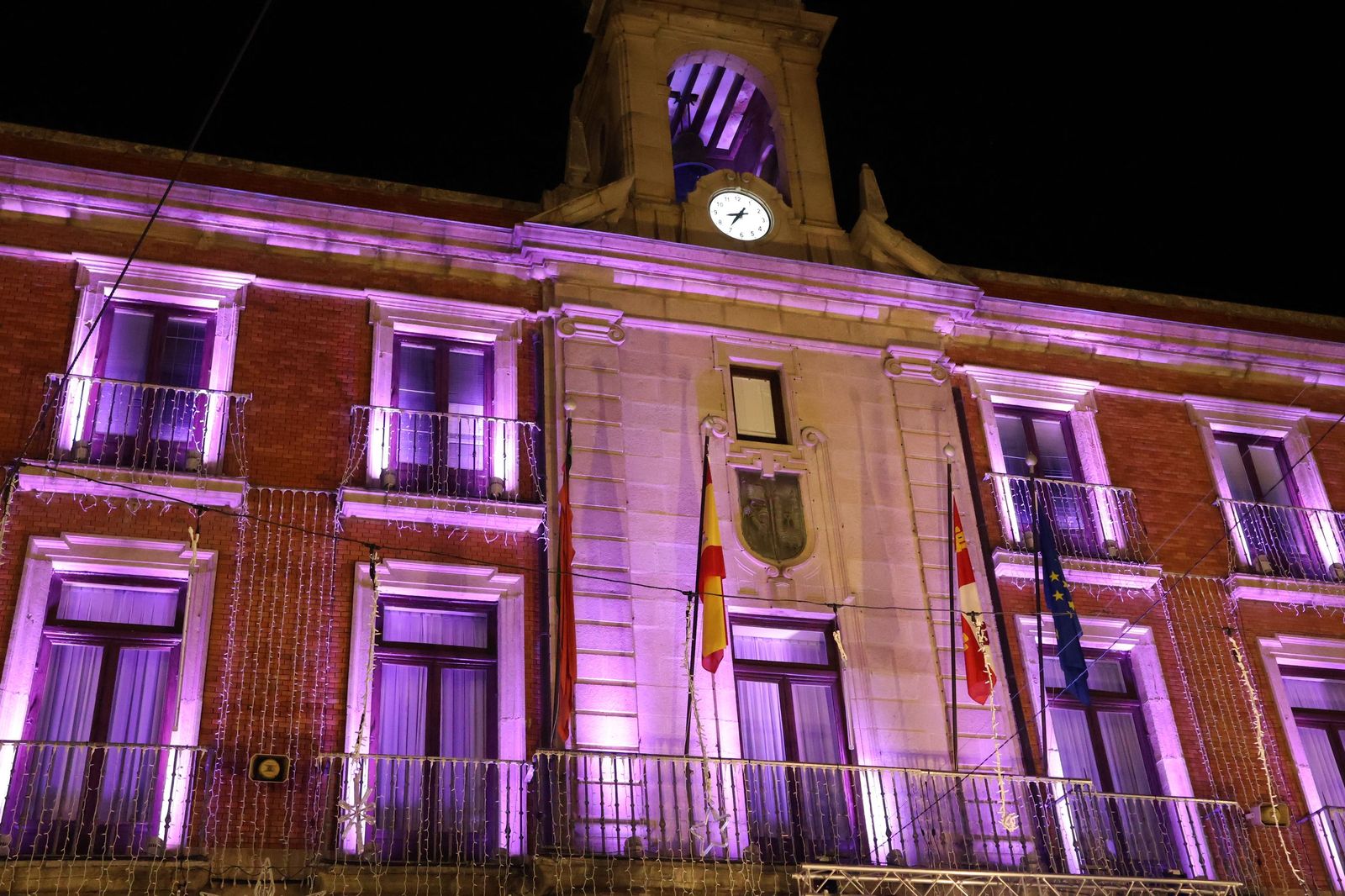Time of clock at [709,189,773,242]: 8:35
